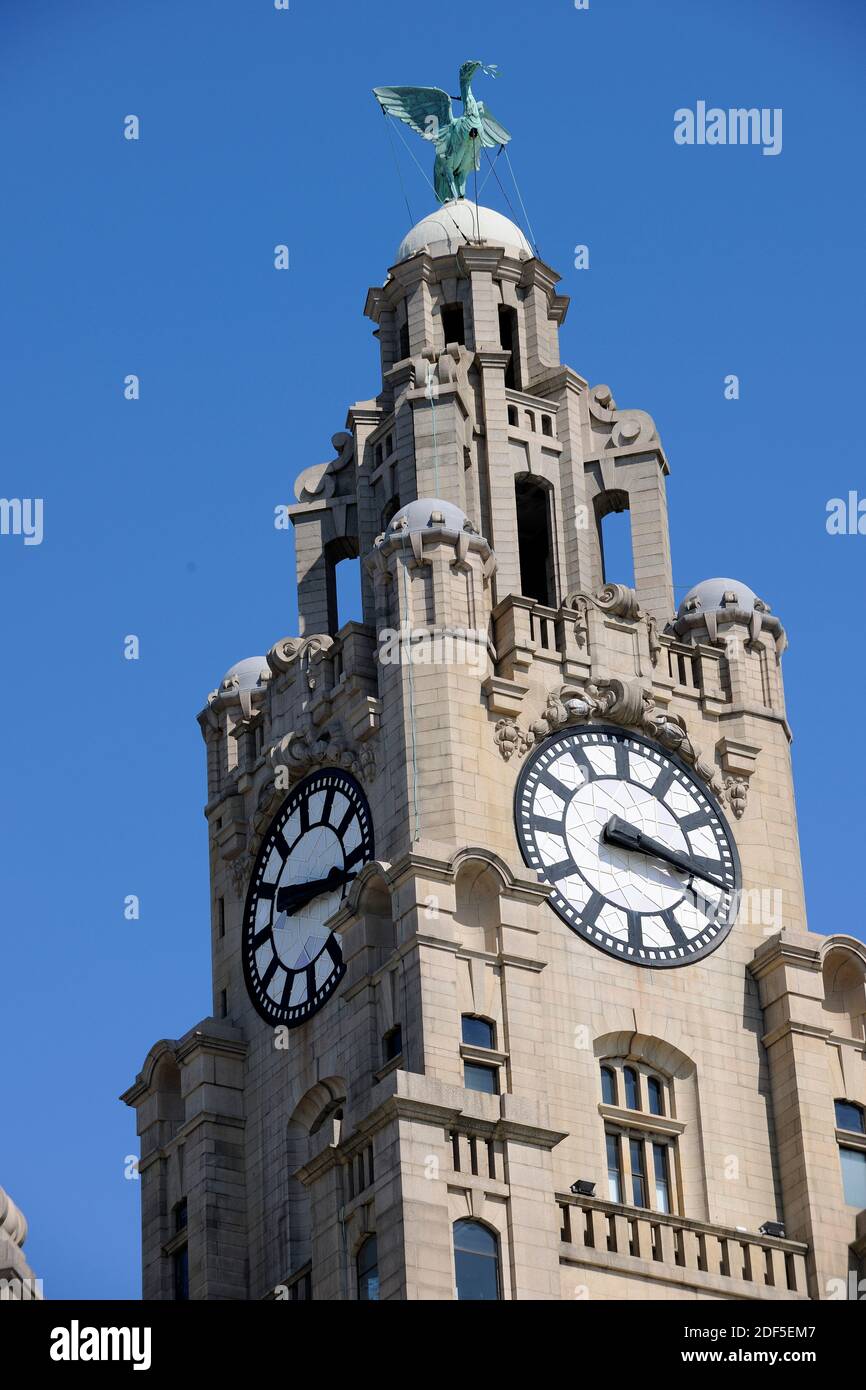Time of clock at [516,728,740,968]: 3:17
